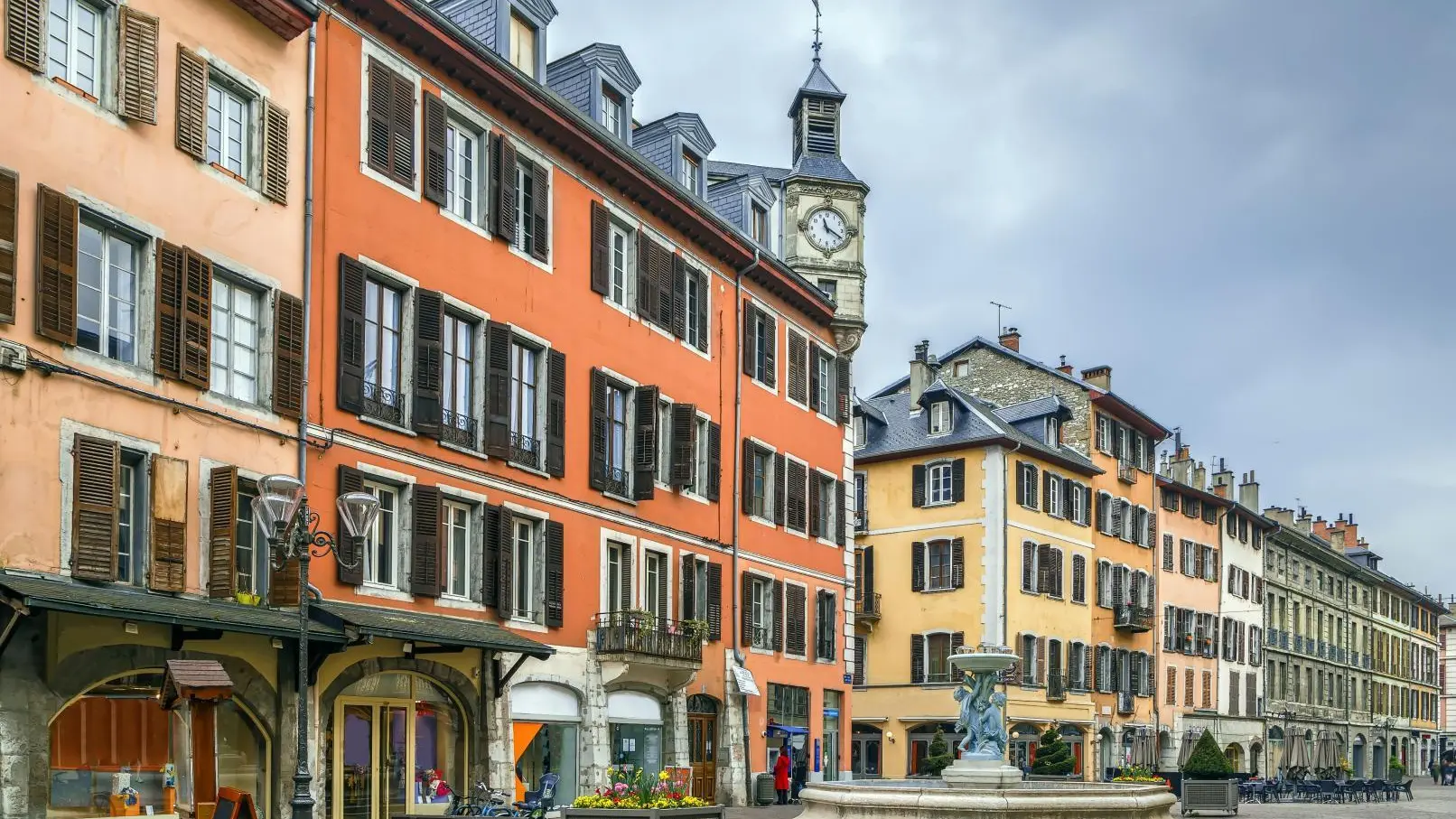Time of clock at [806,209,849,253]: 11:20
